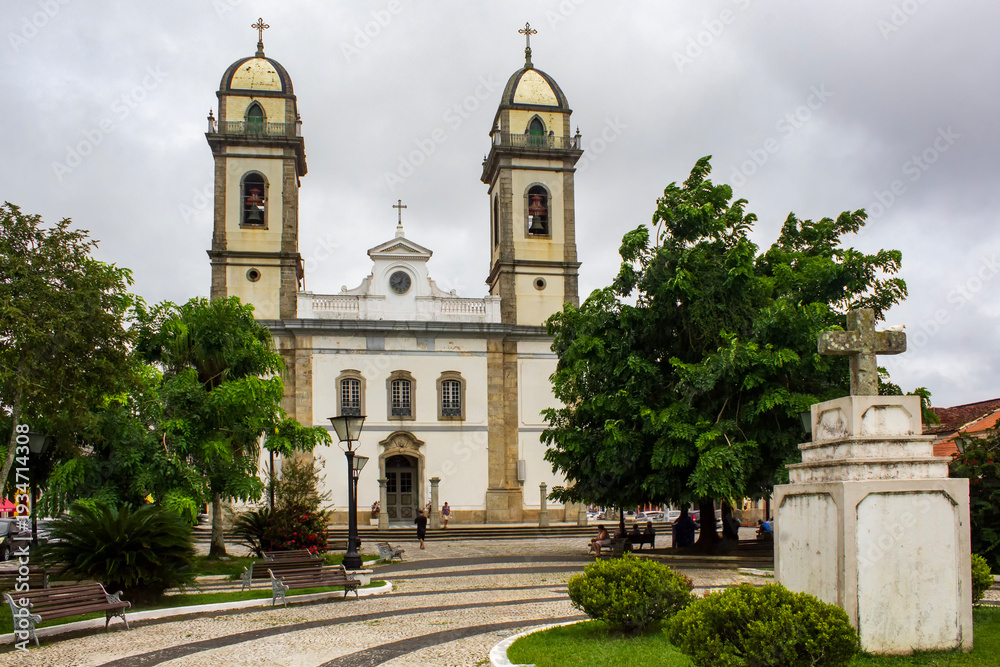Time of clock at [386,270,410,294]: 12:41
